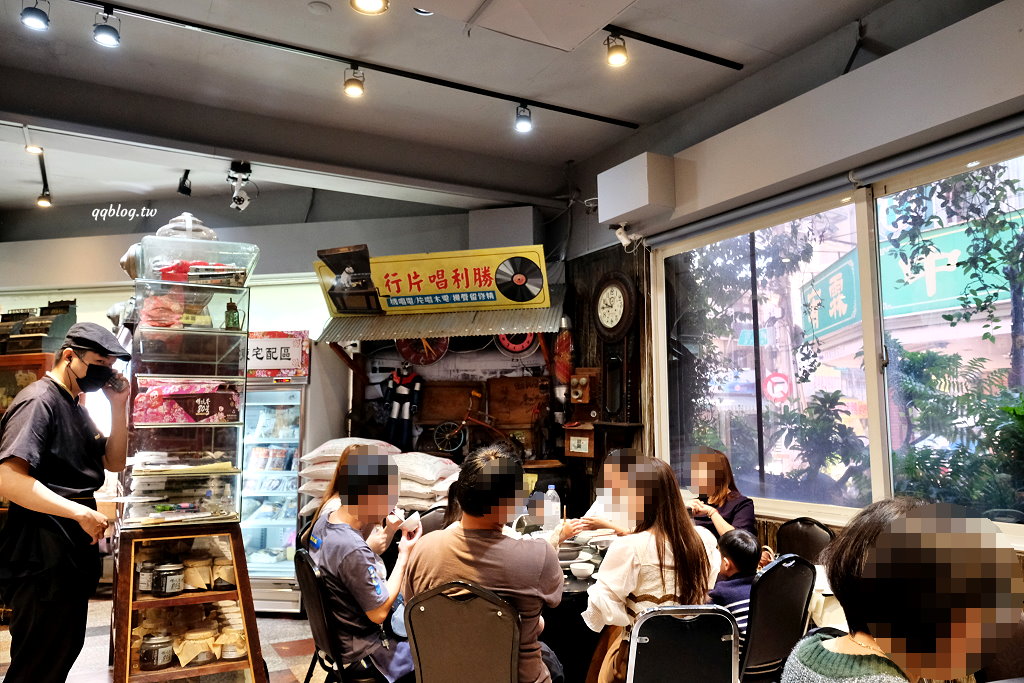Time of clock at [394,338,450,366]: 5:23
